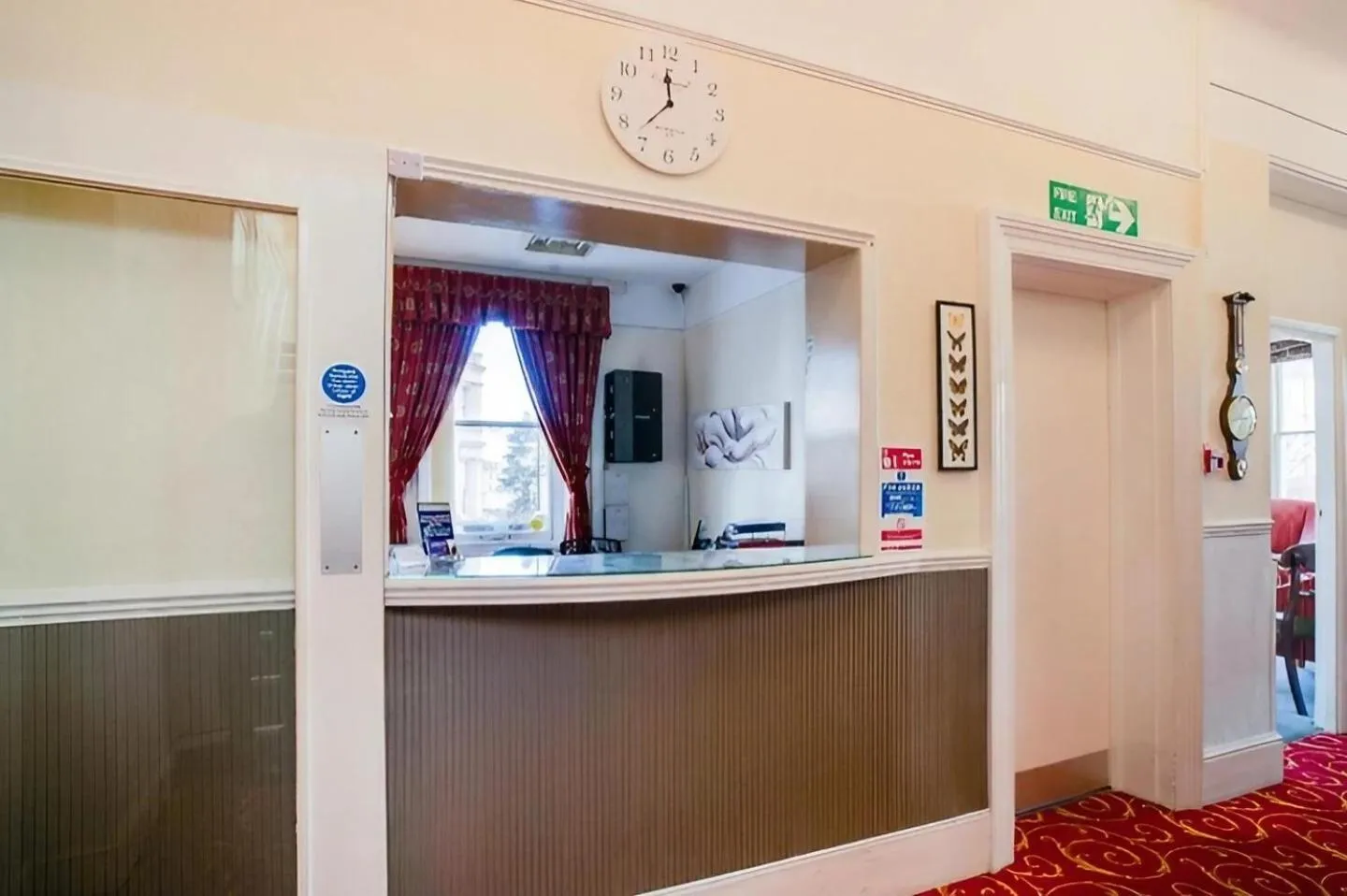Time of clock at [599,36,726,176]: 11:37
